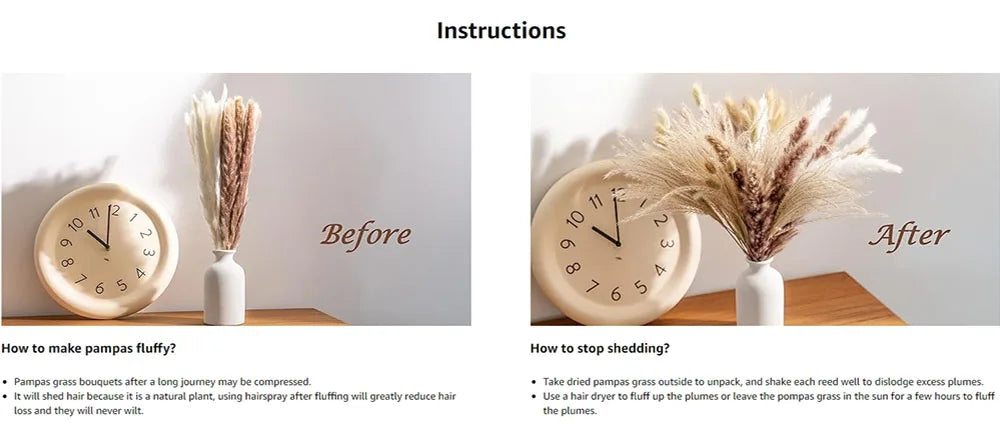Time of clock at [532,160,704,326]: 9:59
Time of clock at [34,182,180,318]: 9:58
